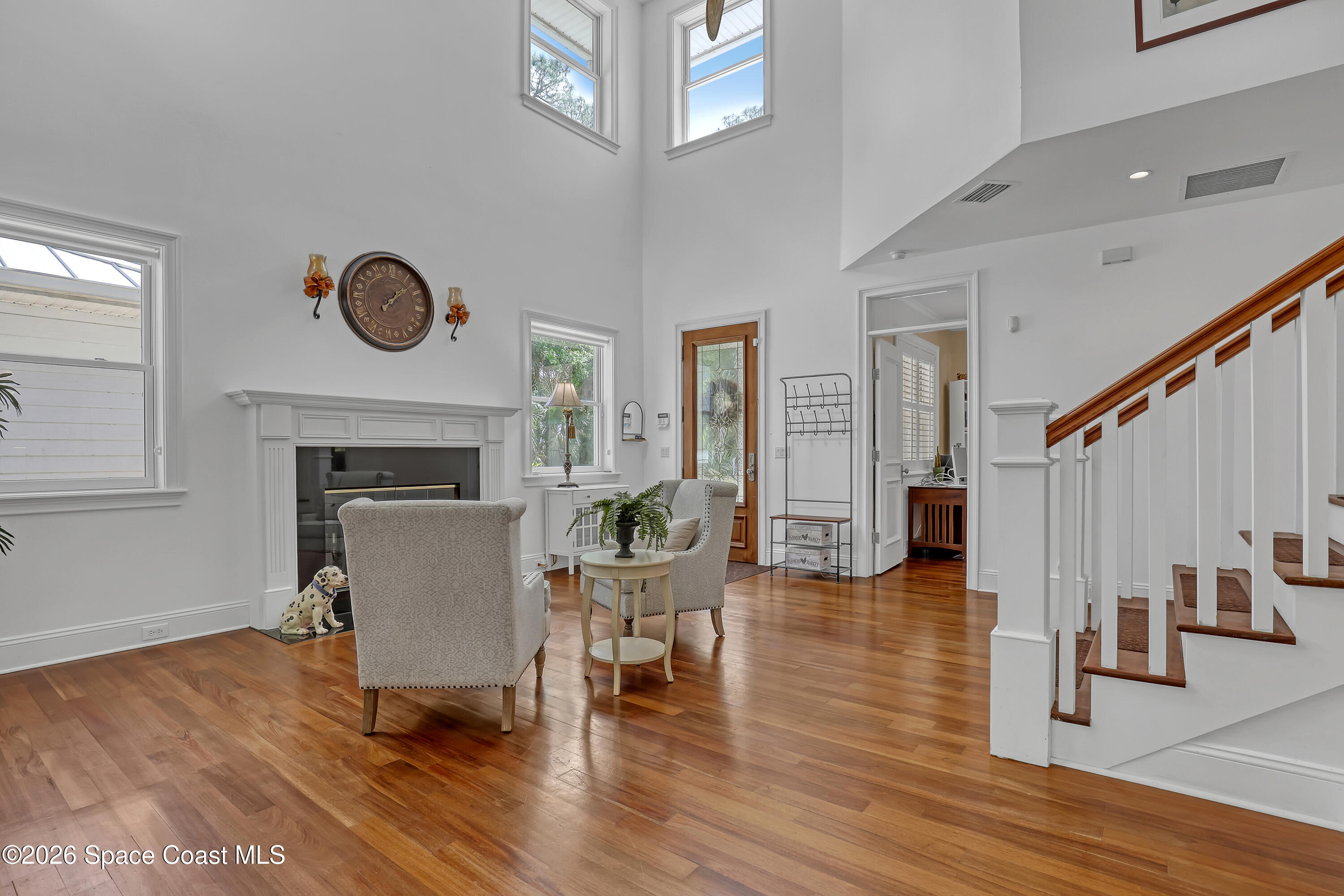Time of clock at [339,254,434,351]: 1:07
